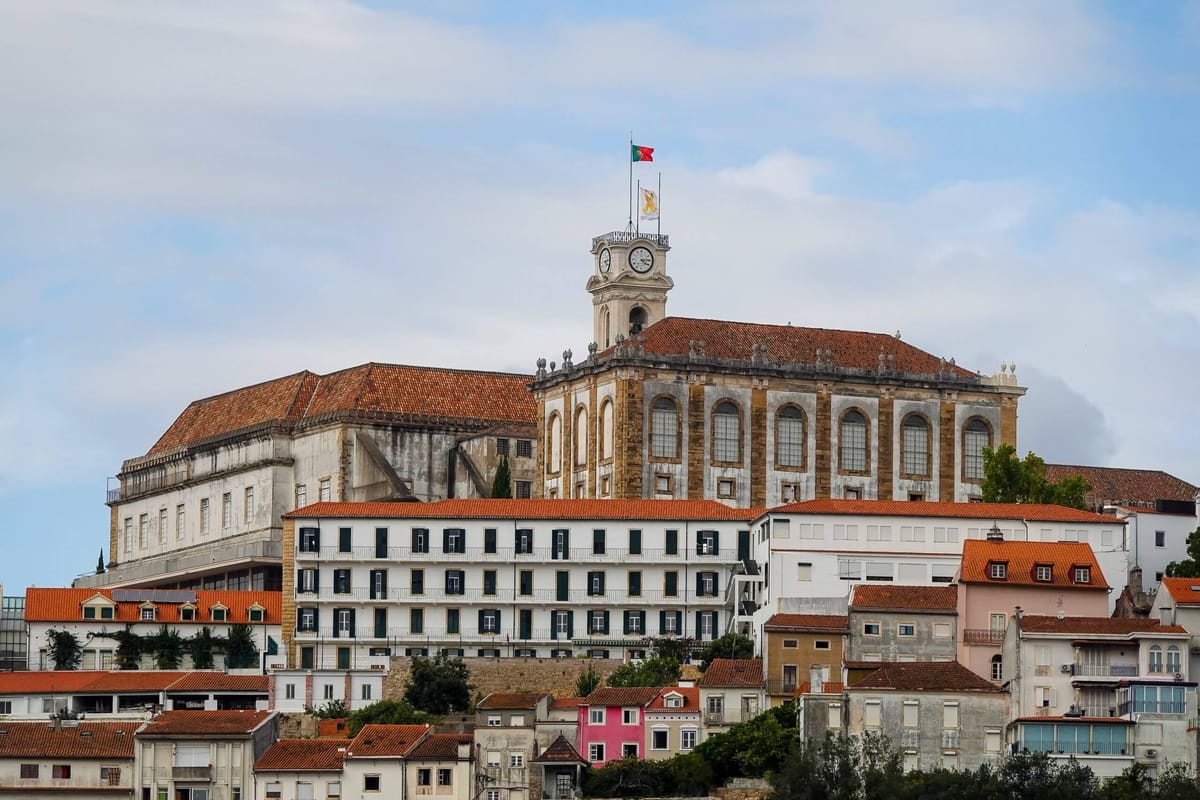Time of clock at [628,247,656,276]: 4:14
